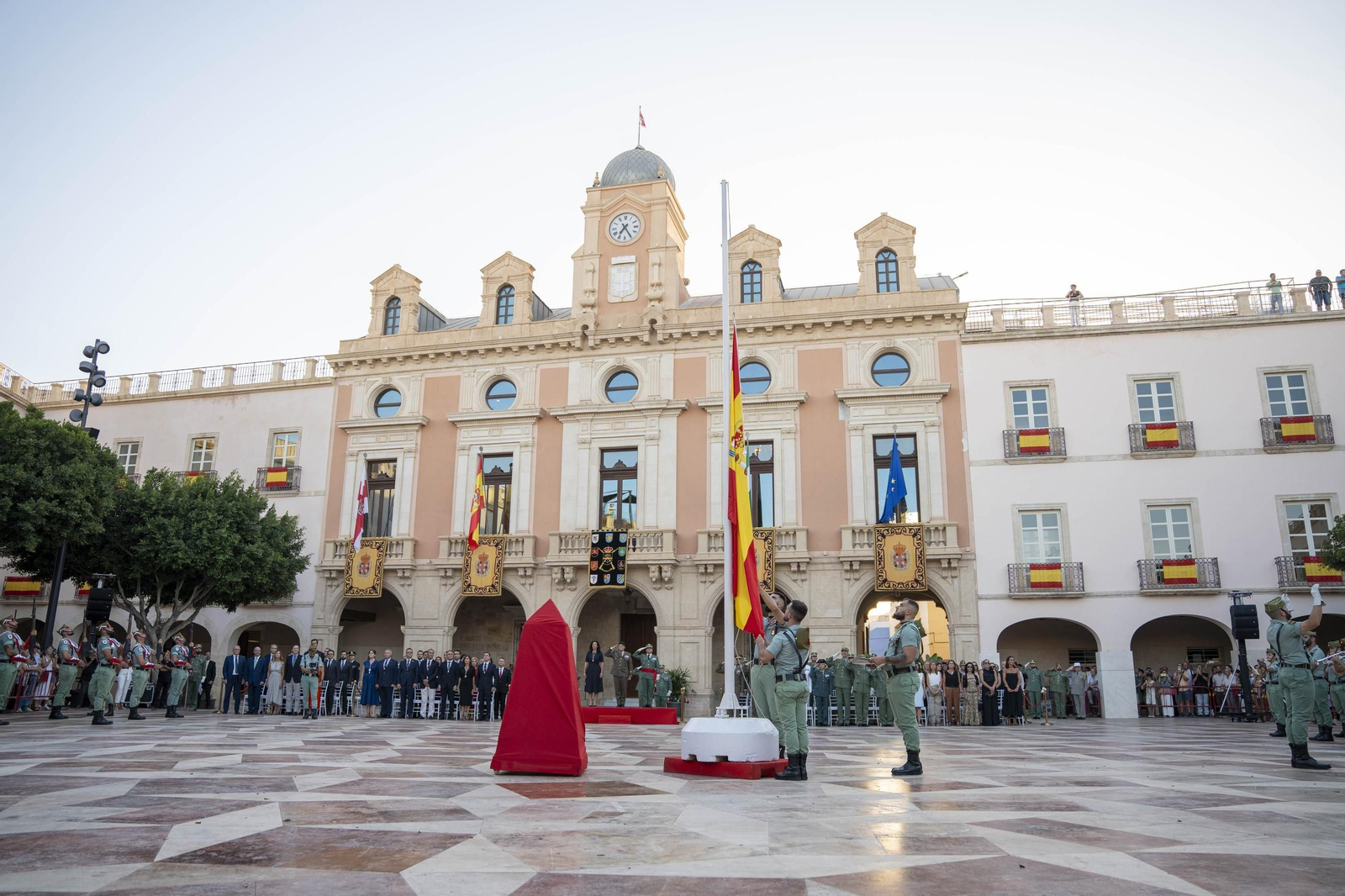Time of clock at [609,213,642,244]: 7:24
